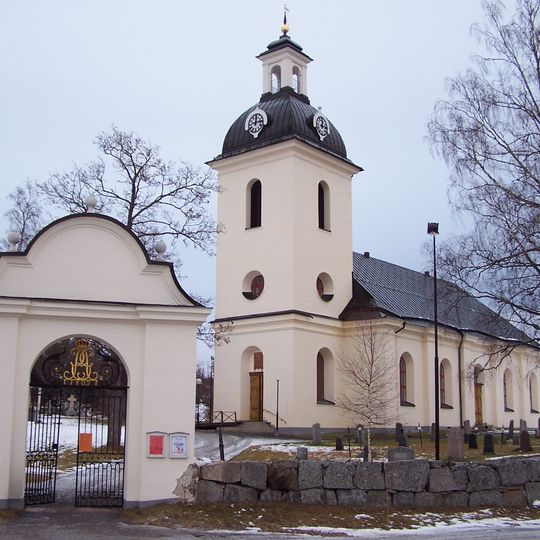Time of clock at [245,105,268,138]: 12:14
